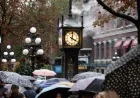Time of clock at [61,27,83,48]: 4:01
